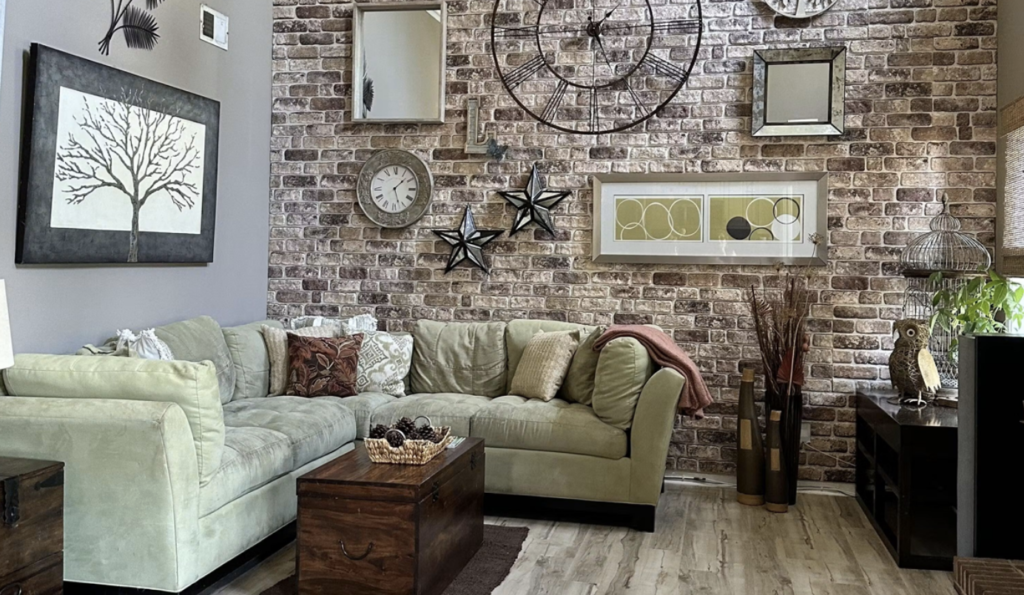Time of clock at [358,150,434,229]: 1:27
